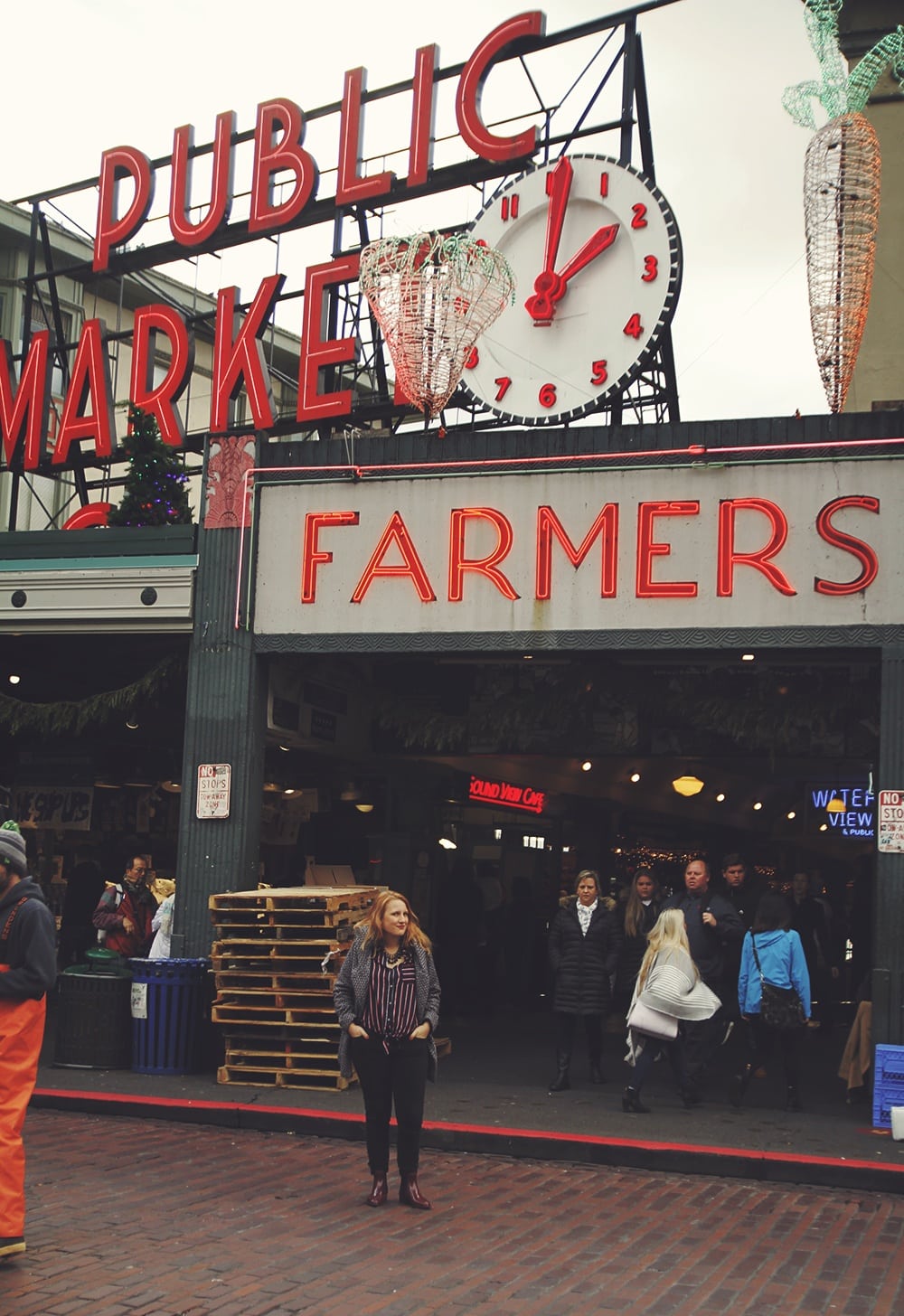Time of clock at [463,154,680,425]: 2:01
